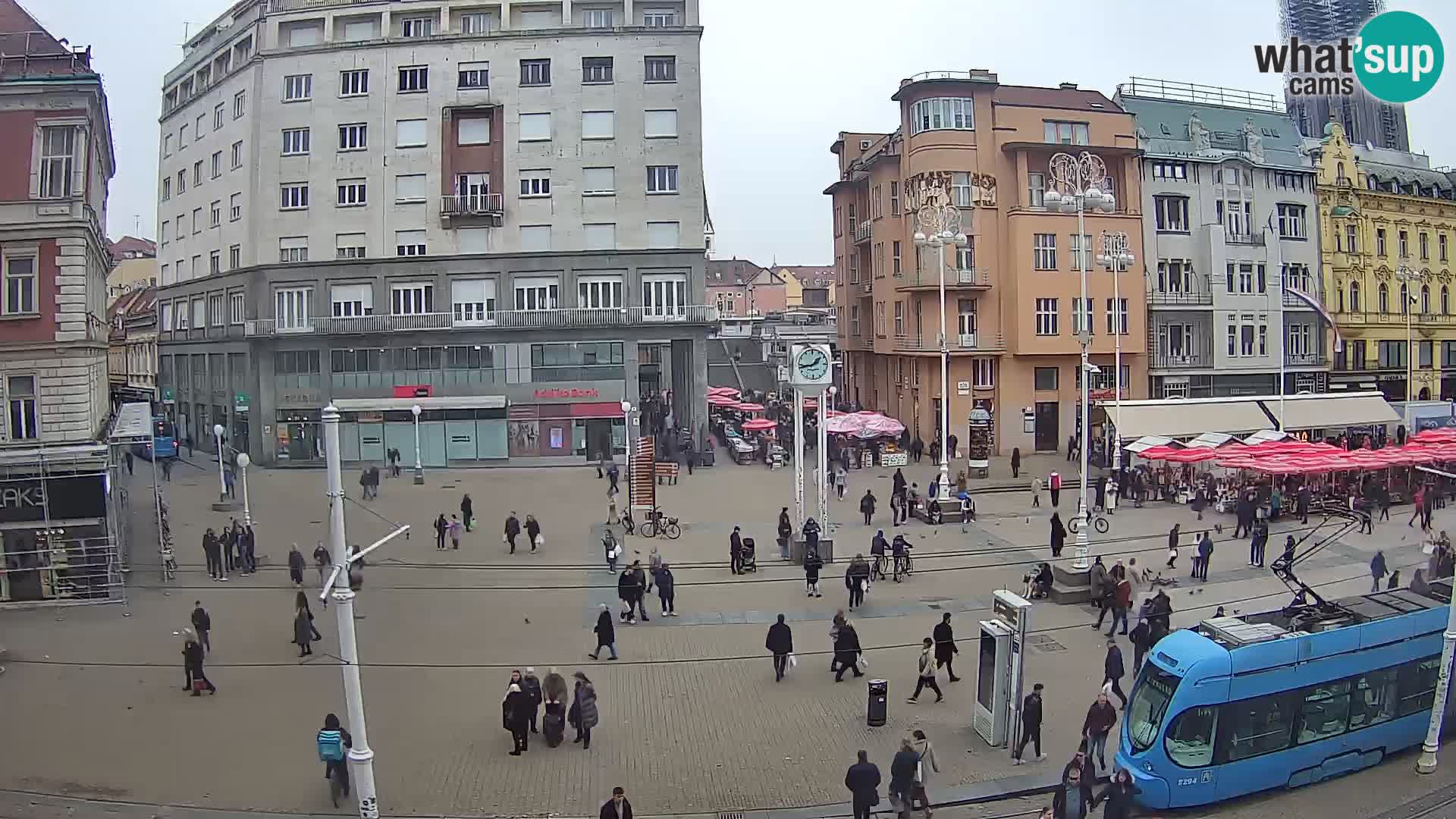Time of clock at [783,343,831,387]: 1:43
